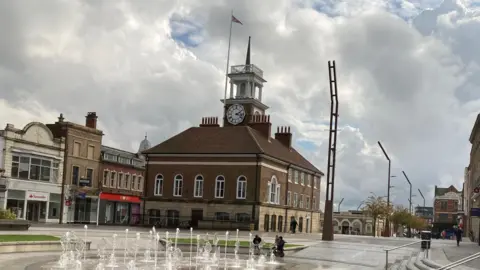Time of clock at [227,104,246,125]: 2:18
